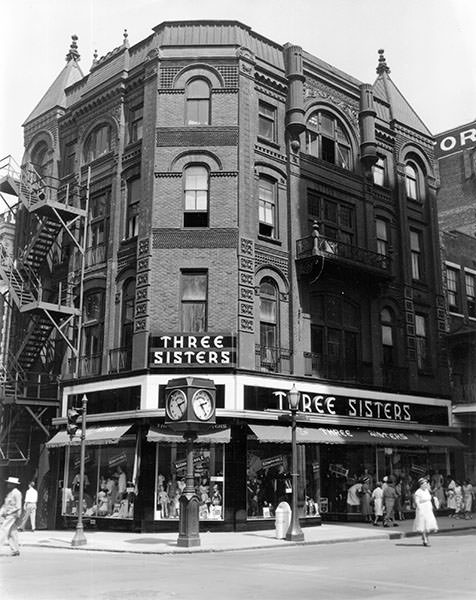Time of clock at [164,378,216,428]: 2:23
